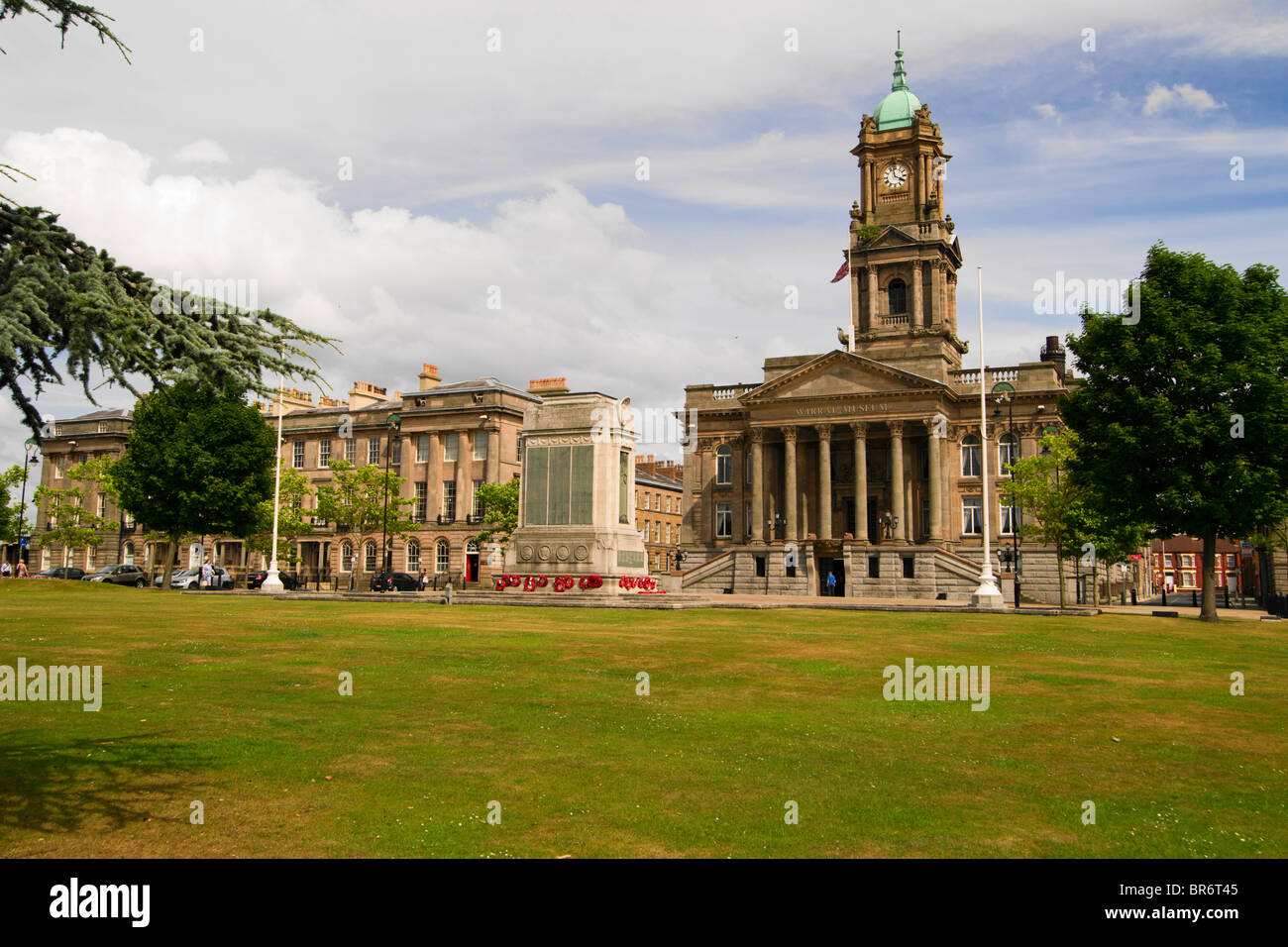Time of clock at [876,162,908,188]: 3:58
